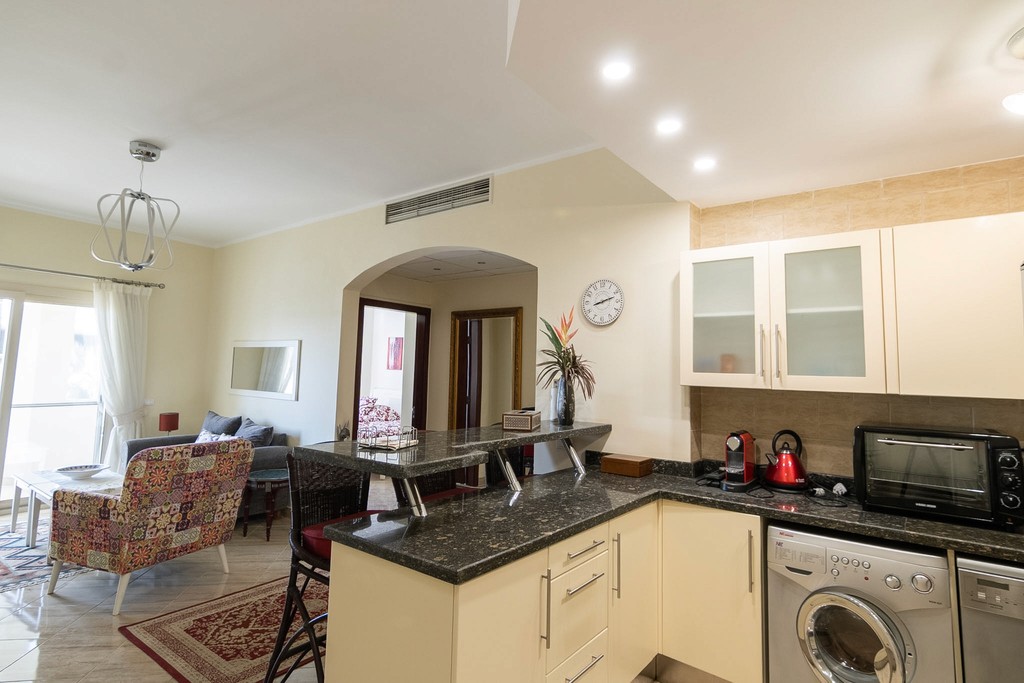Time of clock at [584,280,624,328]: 8:12
